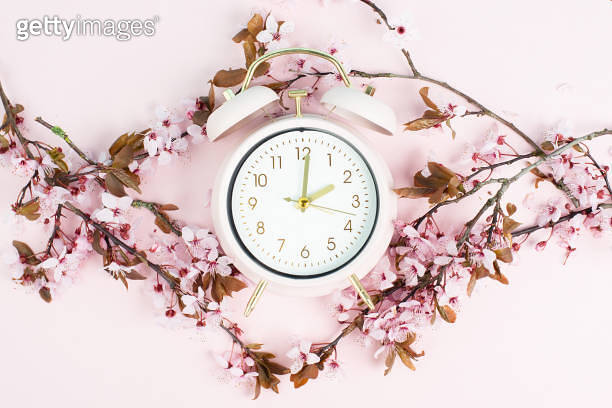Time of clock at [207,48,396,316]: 2:01
